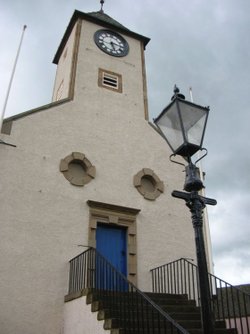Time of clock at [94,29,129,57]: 5:15
